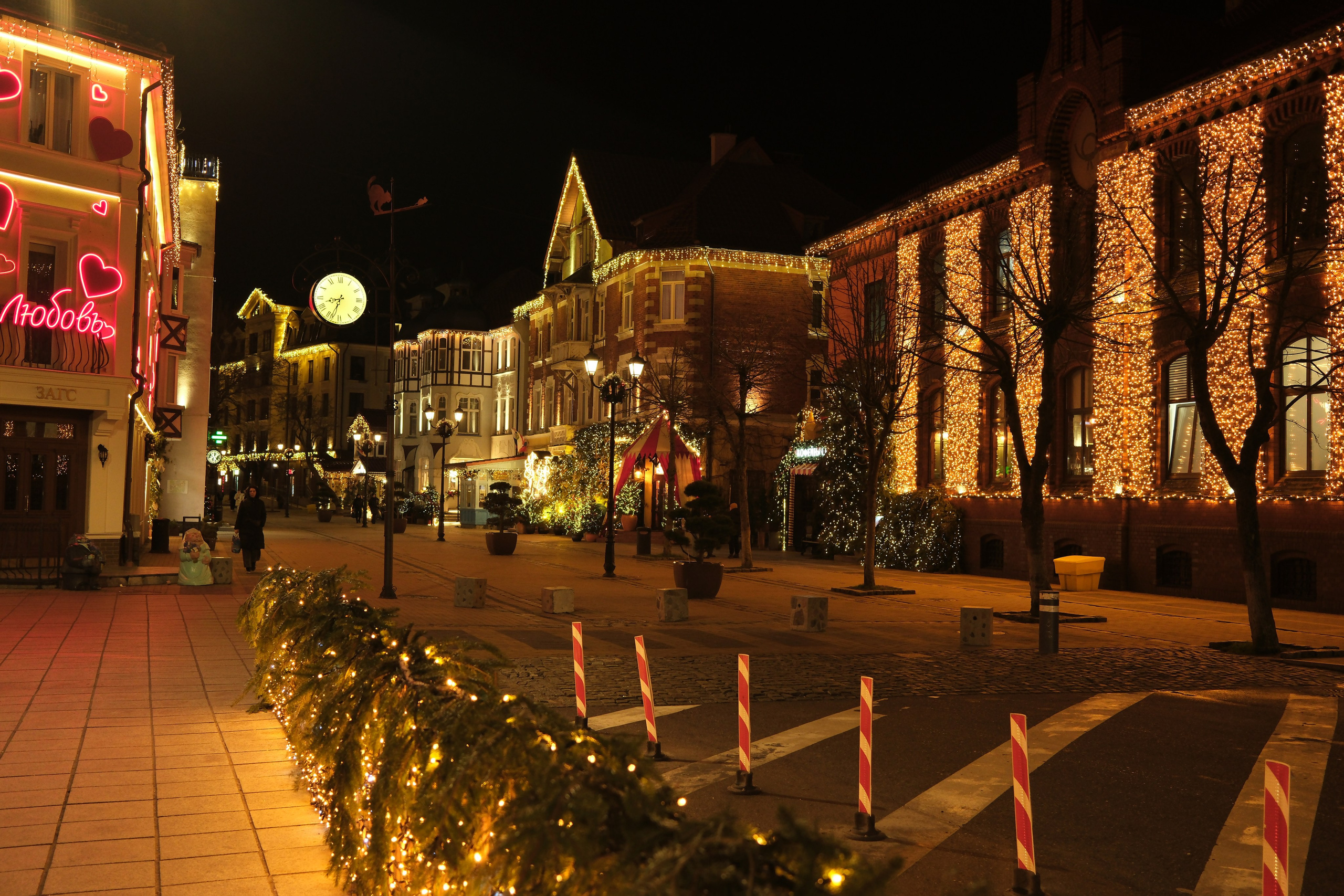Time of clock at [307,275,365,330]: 8:33
